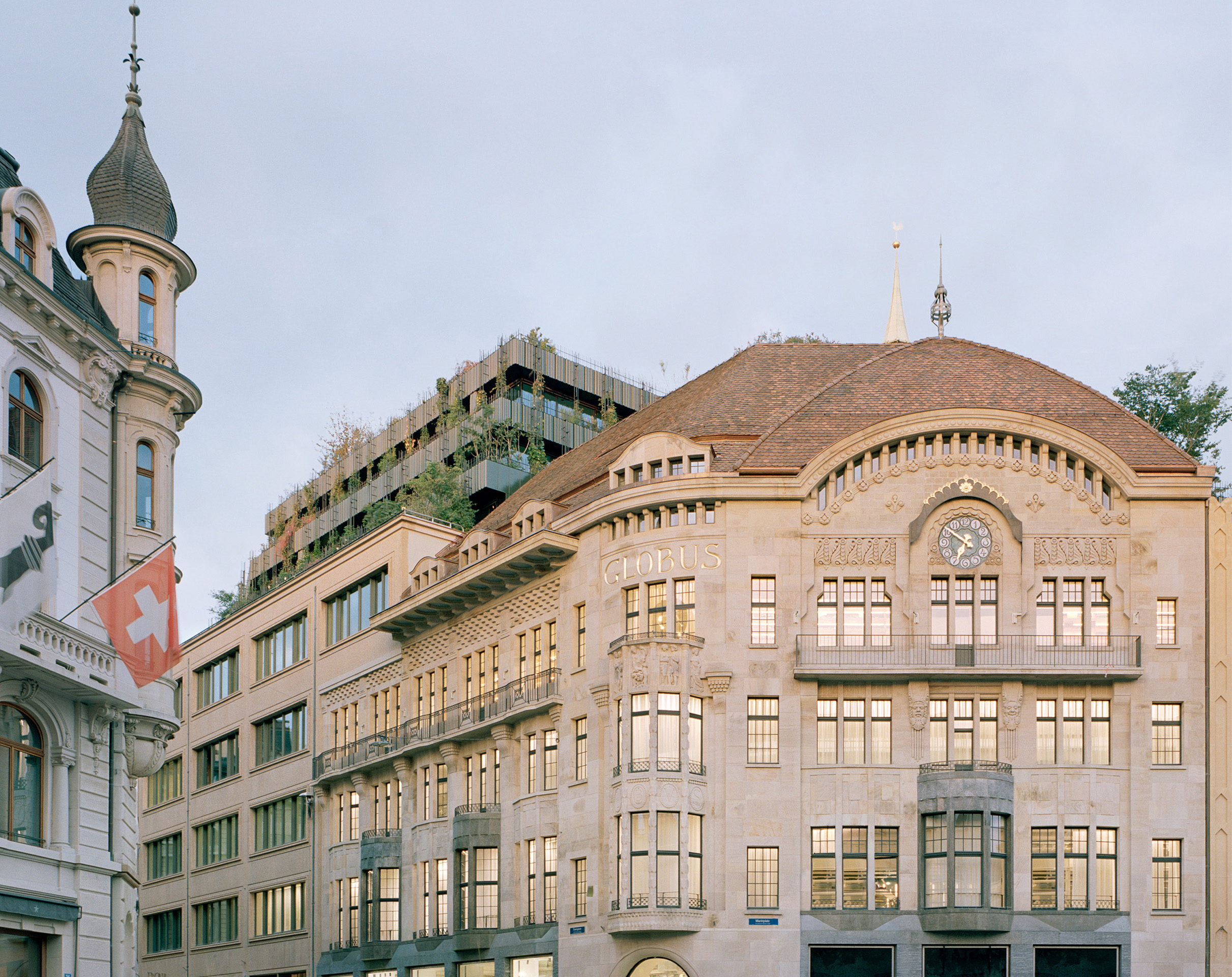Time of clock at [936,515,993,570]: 6:51
